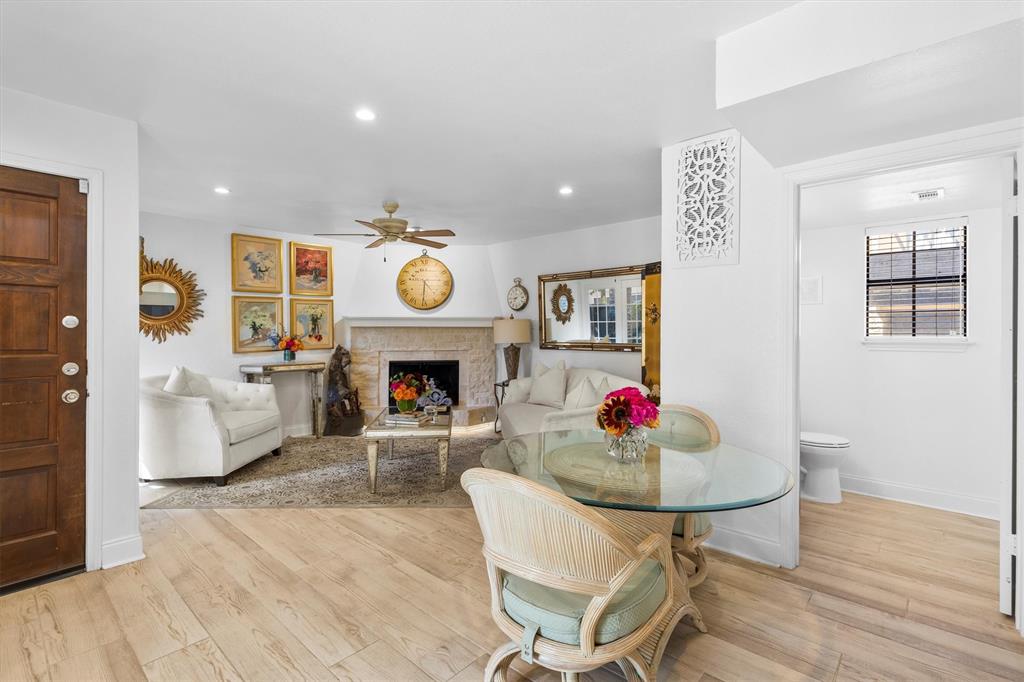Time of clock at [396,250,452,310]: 4:30
